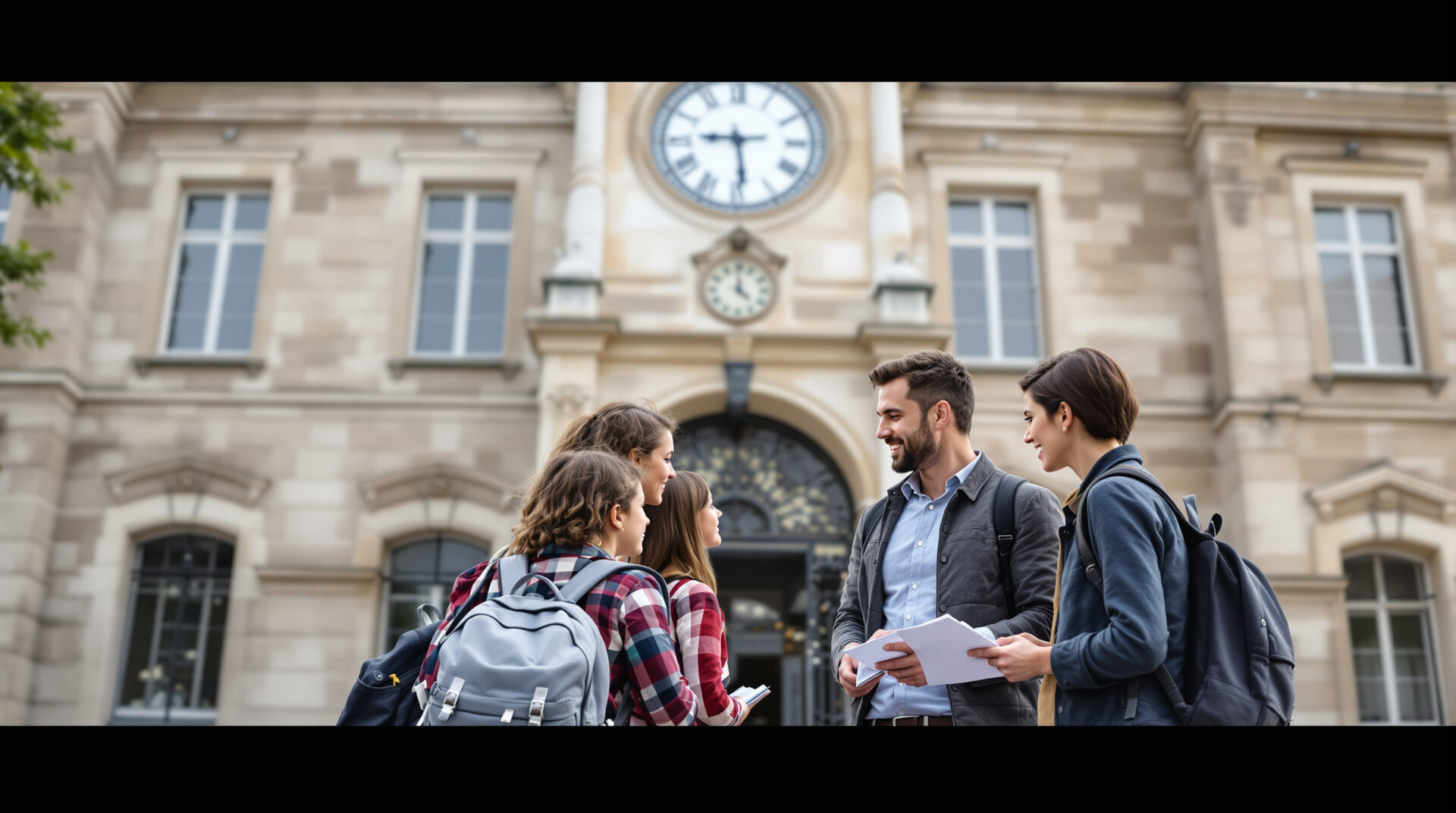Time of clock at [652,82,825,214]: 5:45
